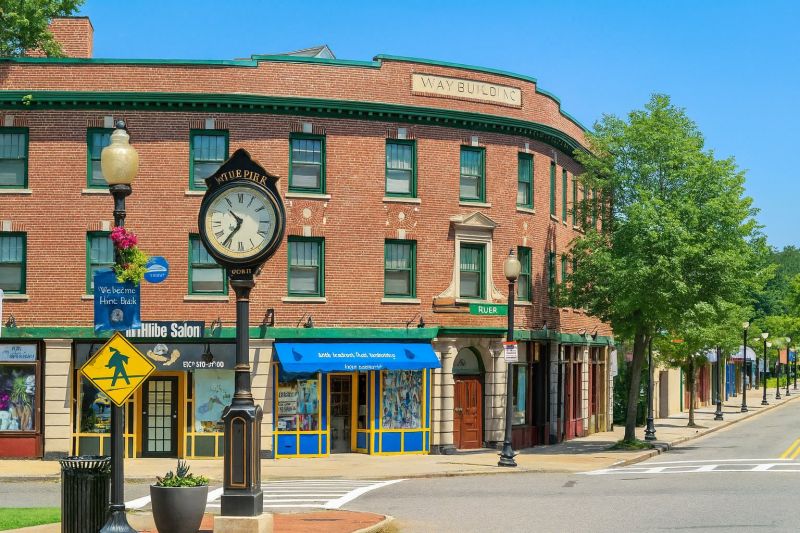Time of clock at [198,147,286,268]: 10:36
